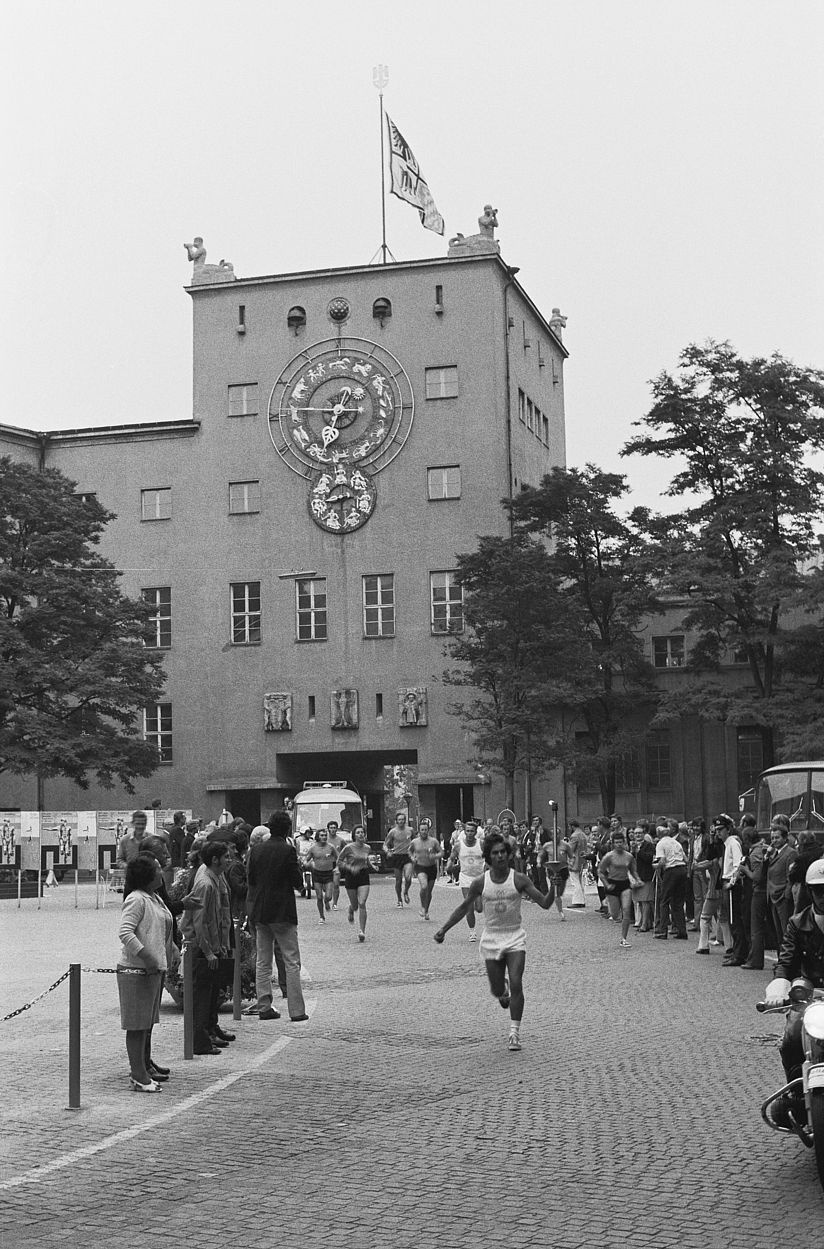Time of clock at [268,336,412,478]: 6:46
